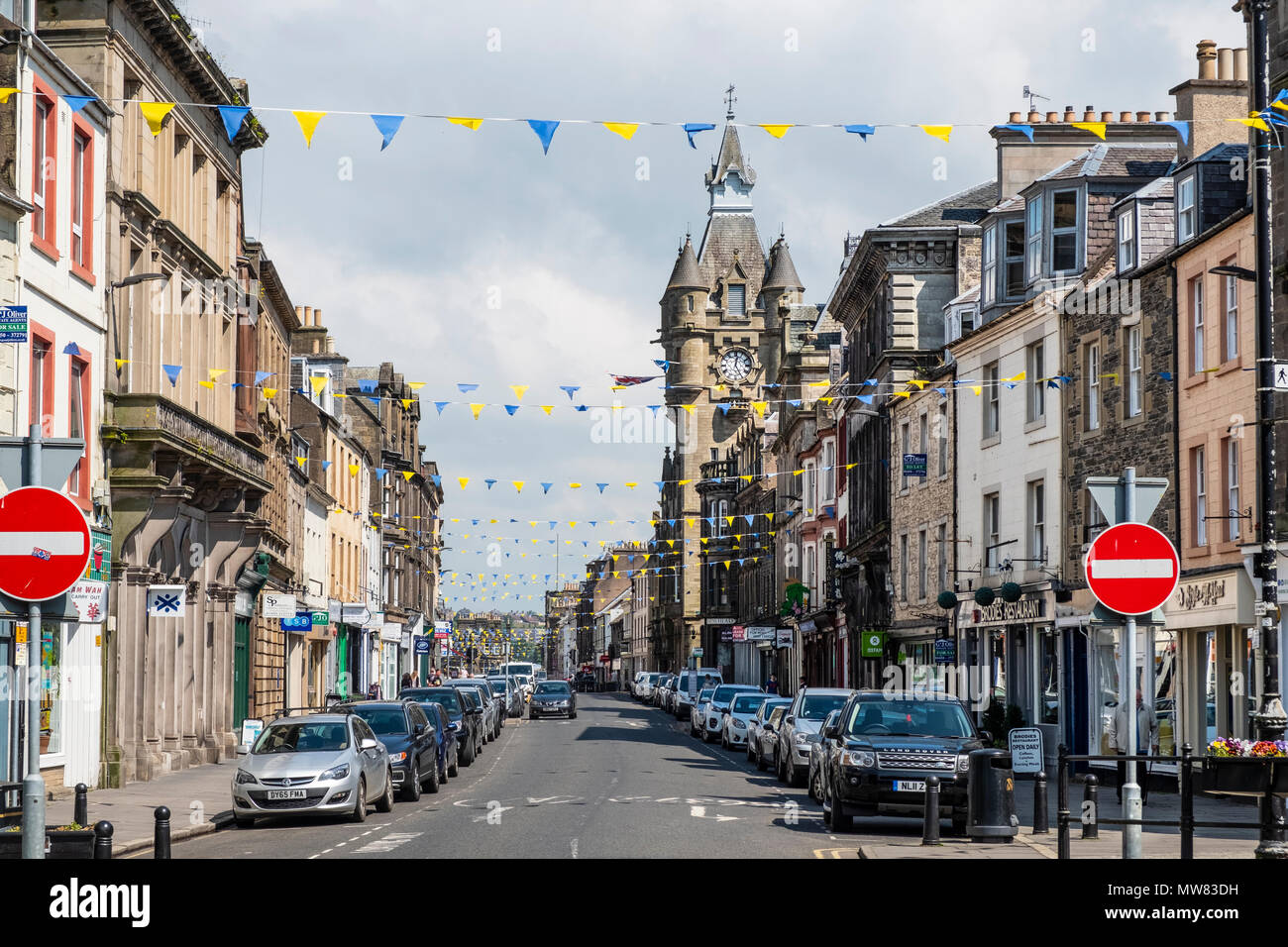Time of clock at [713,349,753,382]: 12:24
